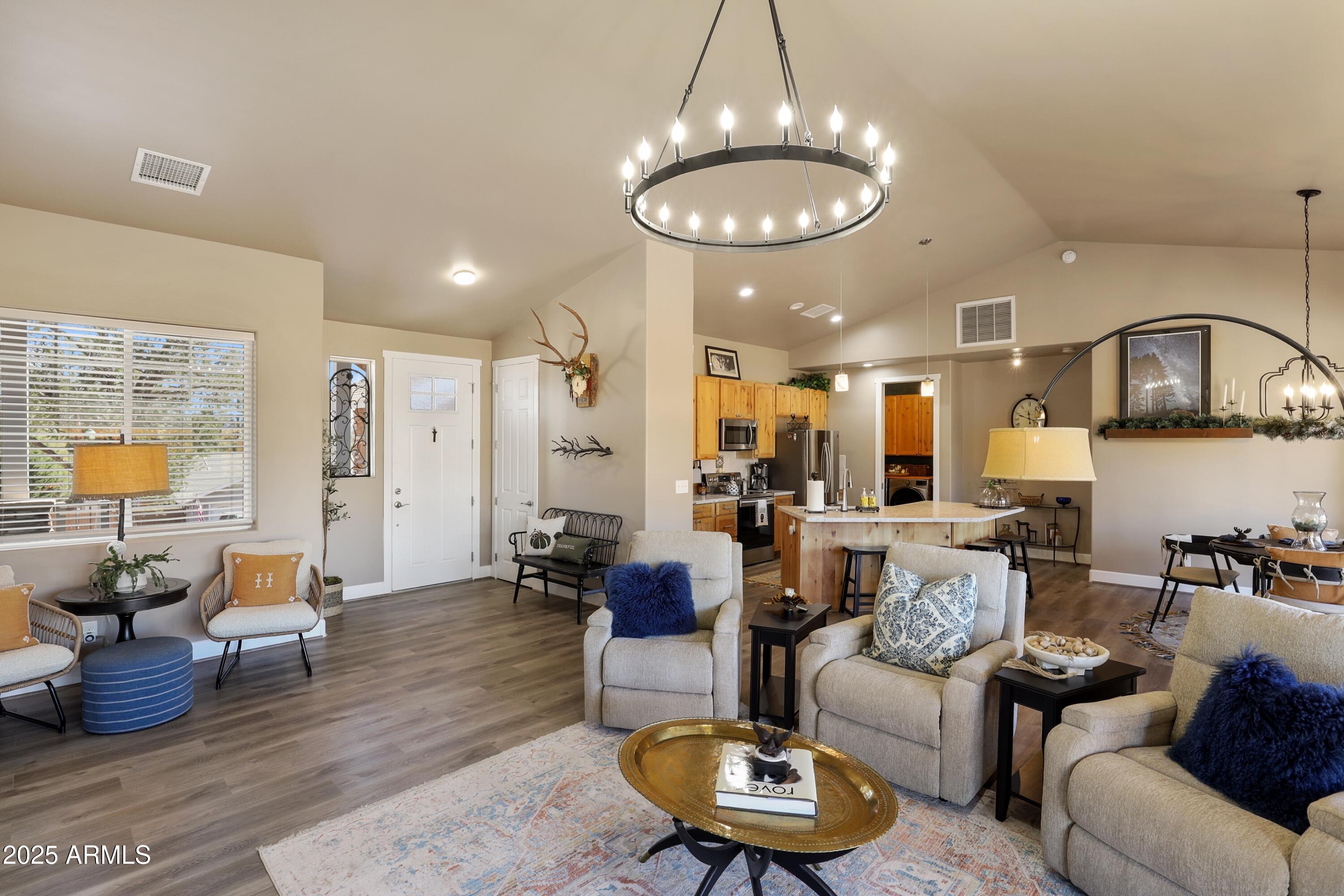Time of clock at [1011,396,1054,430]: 11:48
